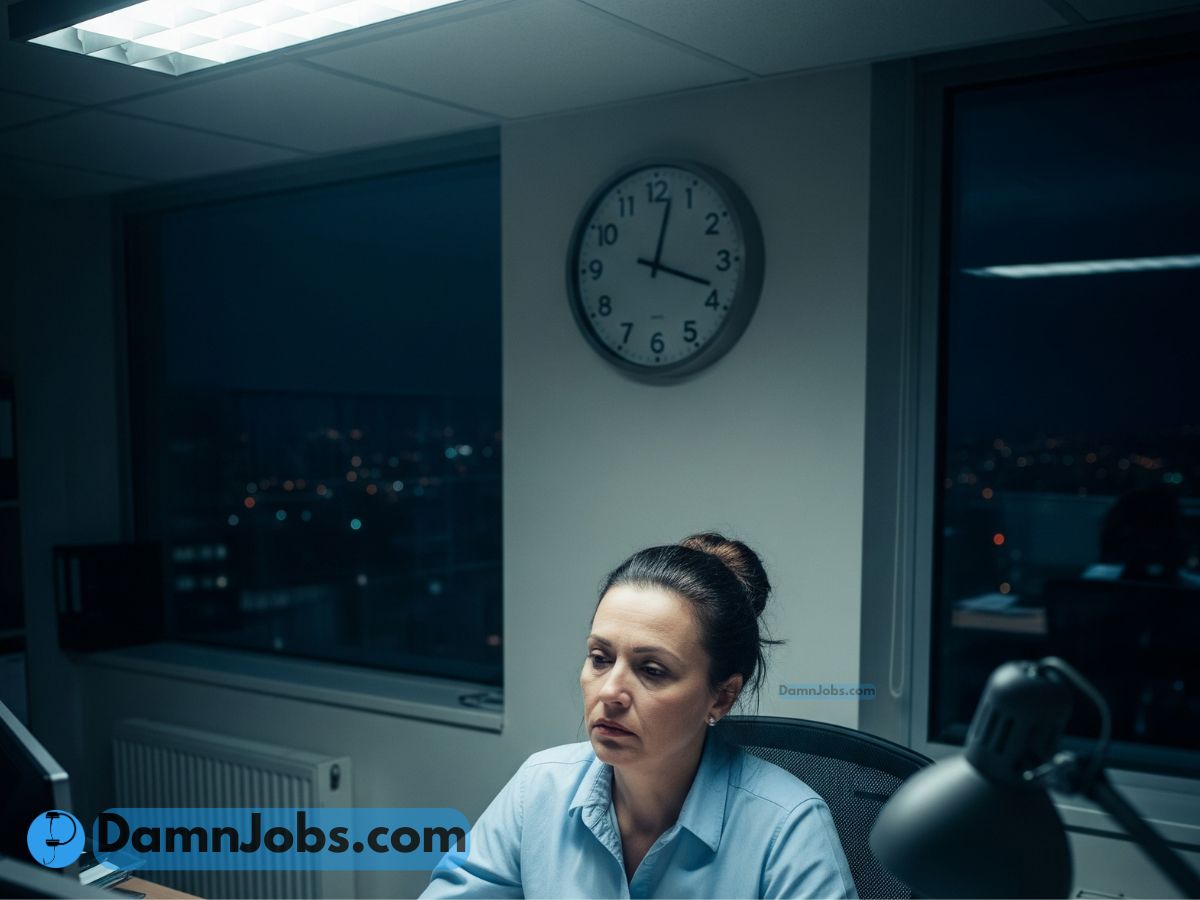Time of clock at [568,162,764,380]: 12:18
